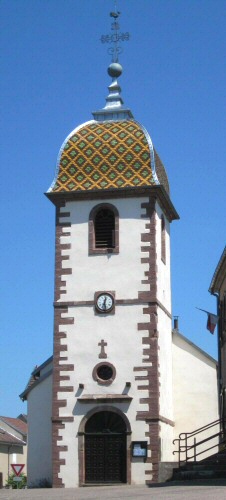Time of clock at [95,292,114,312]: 12:28
